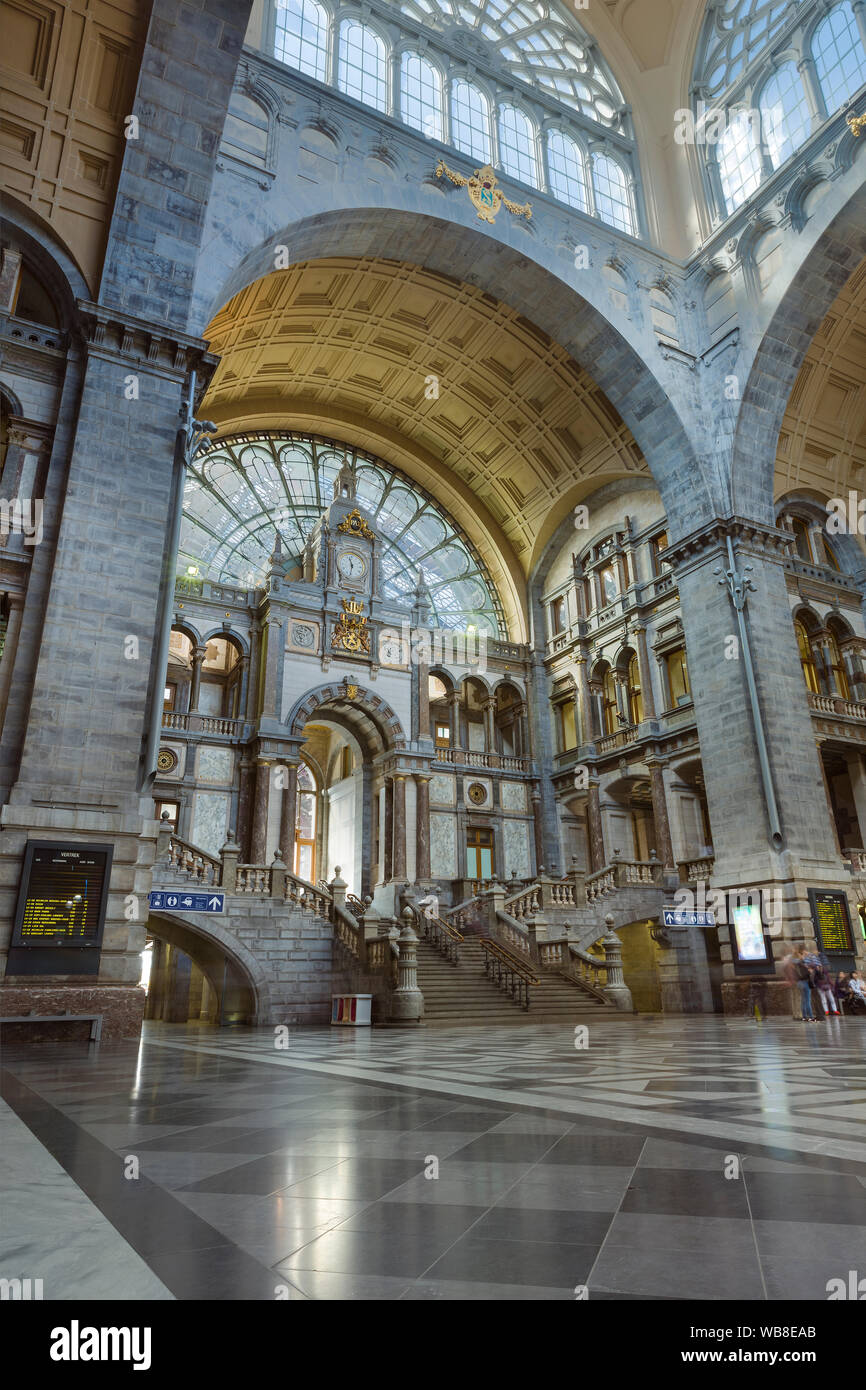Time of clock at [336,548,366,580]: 11:32
